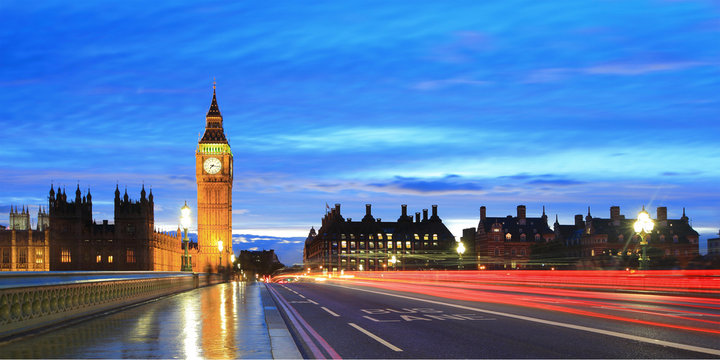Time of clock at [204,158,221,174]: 7:16
